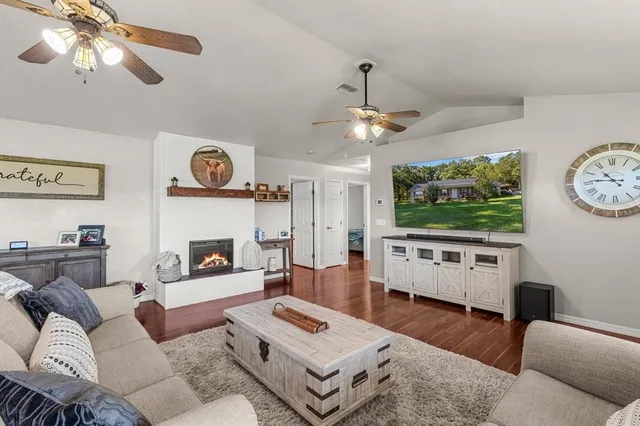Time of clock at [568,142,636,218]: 10:45
